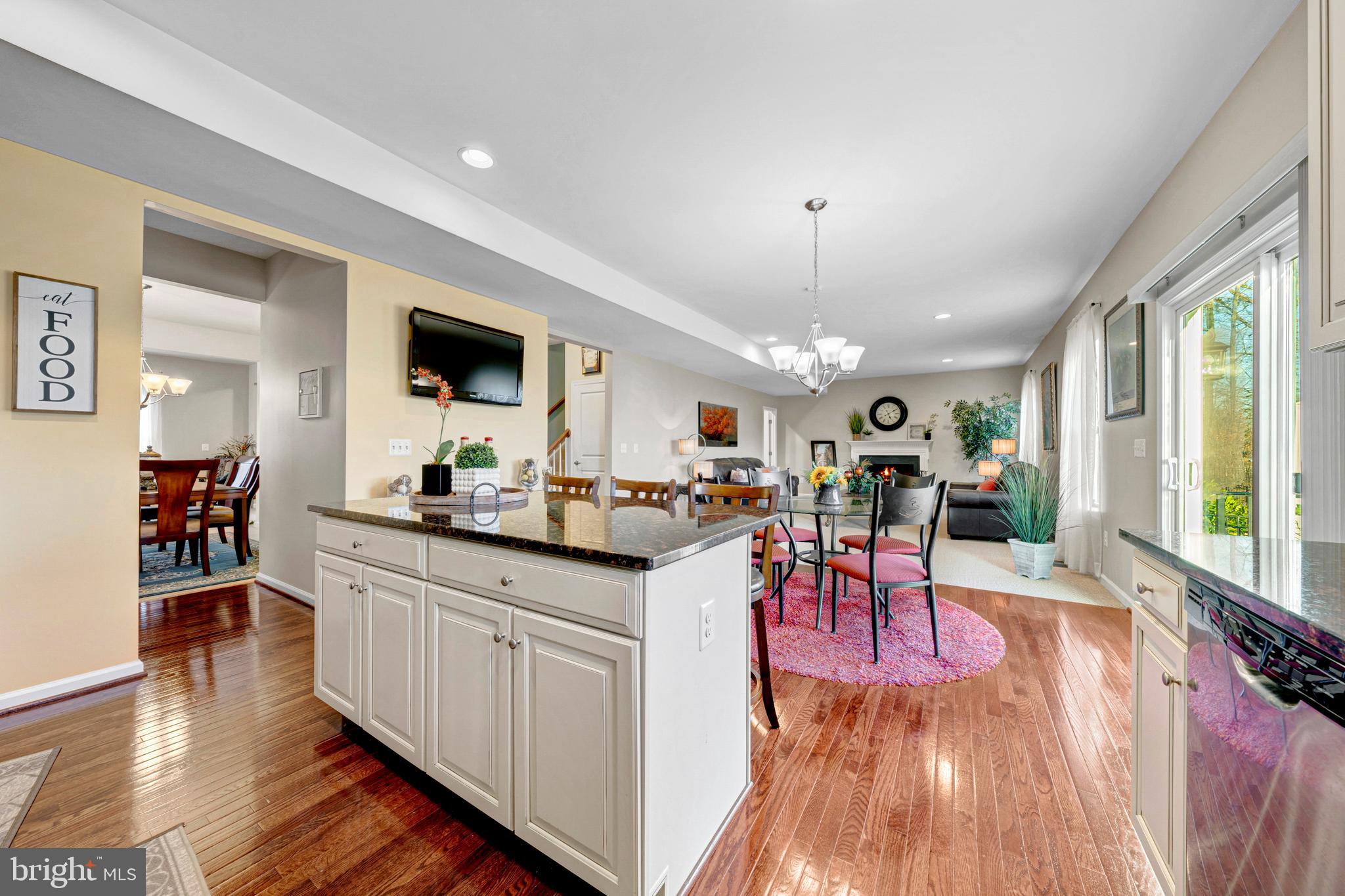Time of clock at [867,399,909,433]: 5:09
